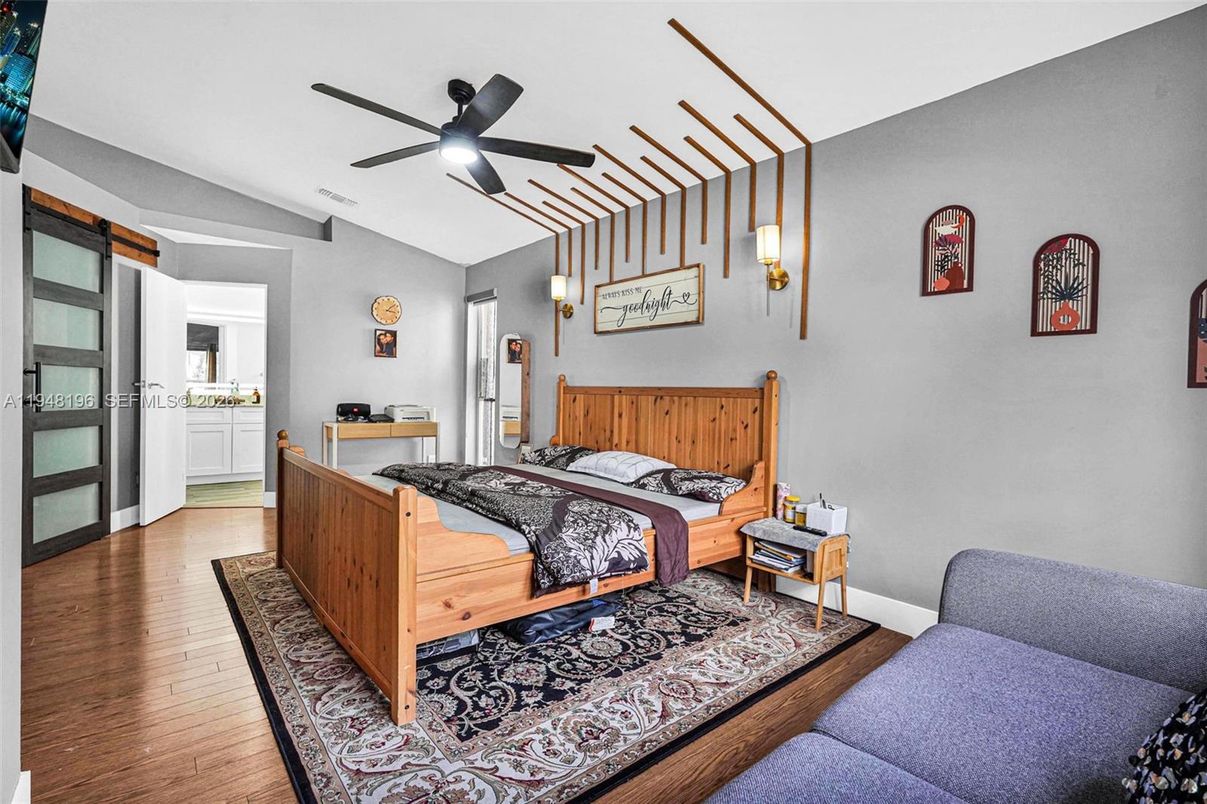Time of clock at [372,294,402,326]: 3:08
